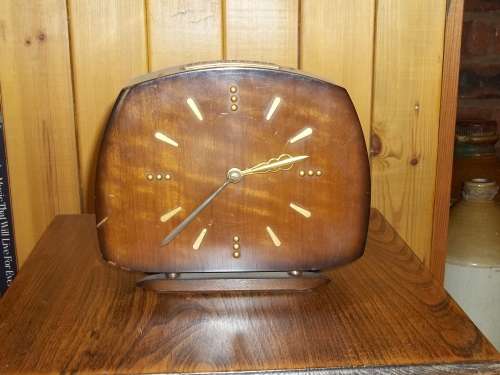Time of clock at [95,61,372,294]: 2:38
